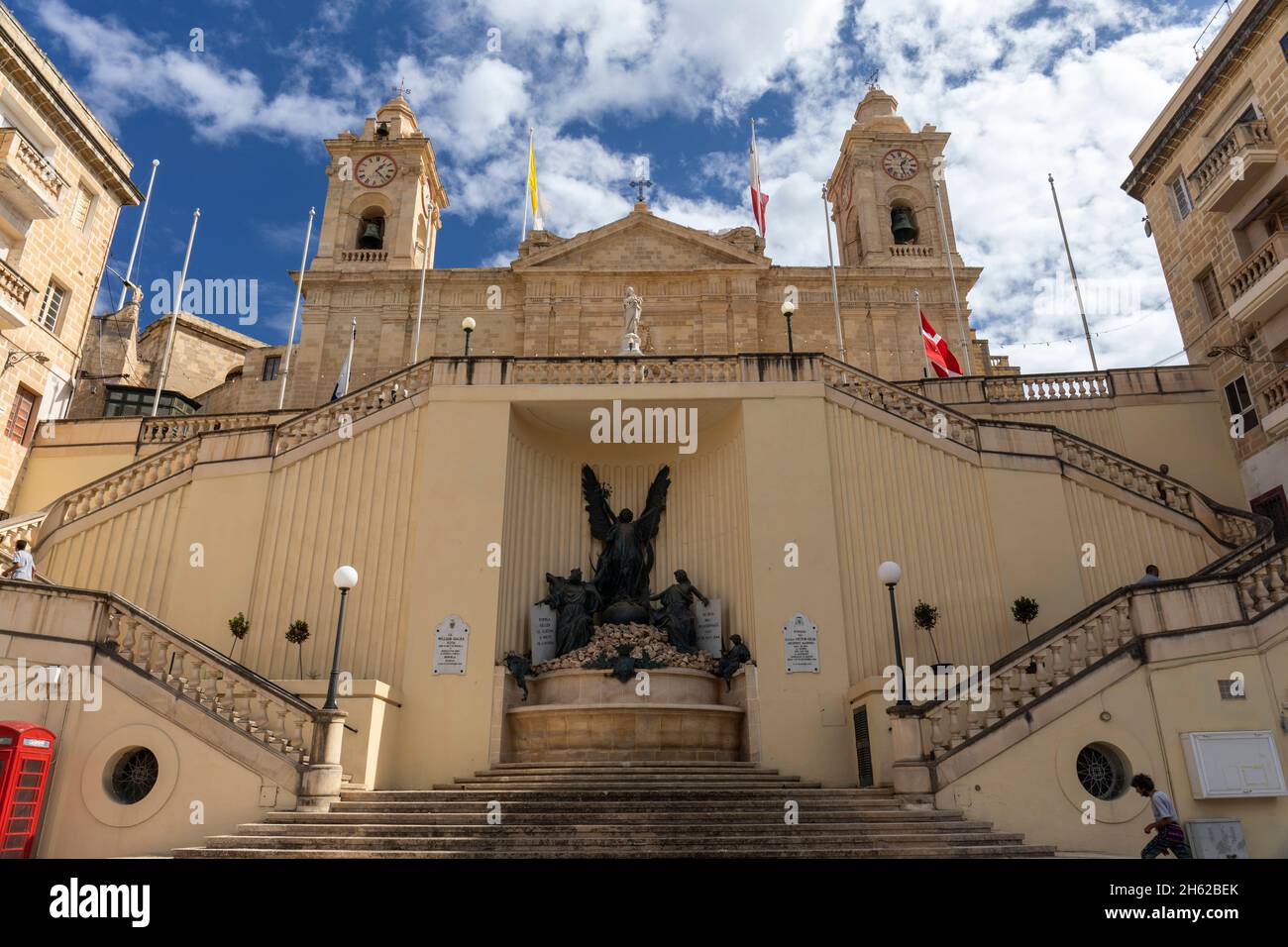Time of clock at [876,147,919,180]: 1:27
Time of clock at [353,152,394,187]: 1:22
